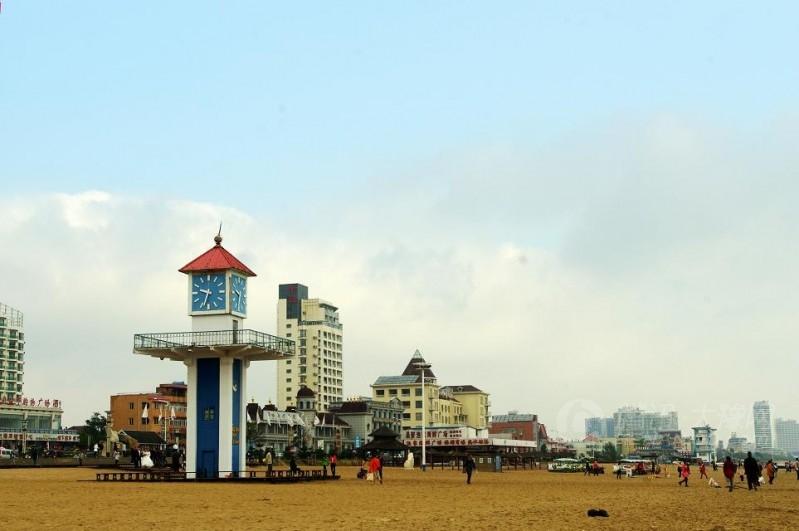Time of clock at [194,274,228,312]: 9:33
